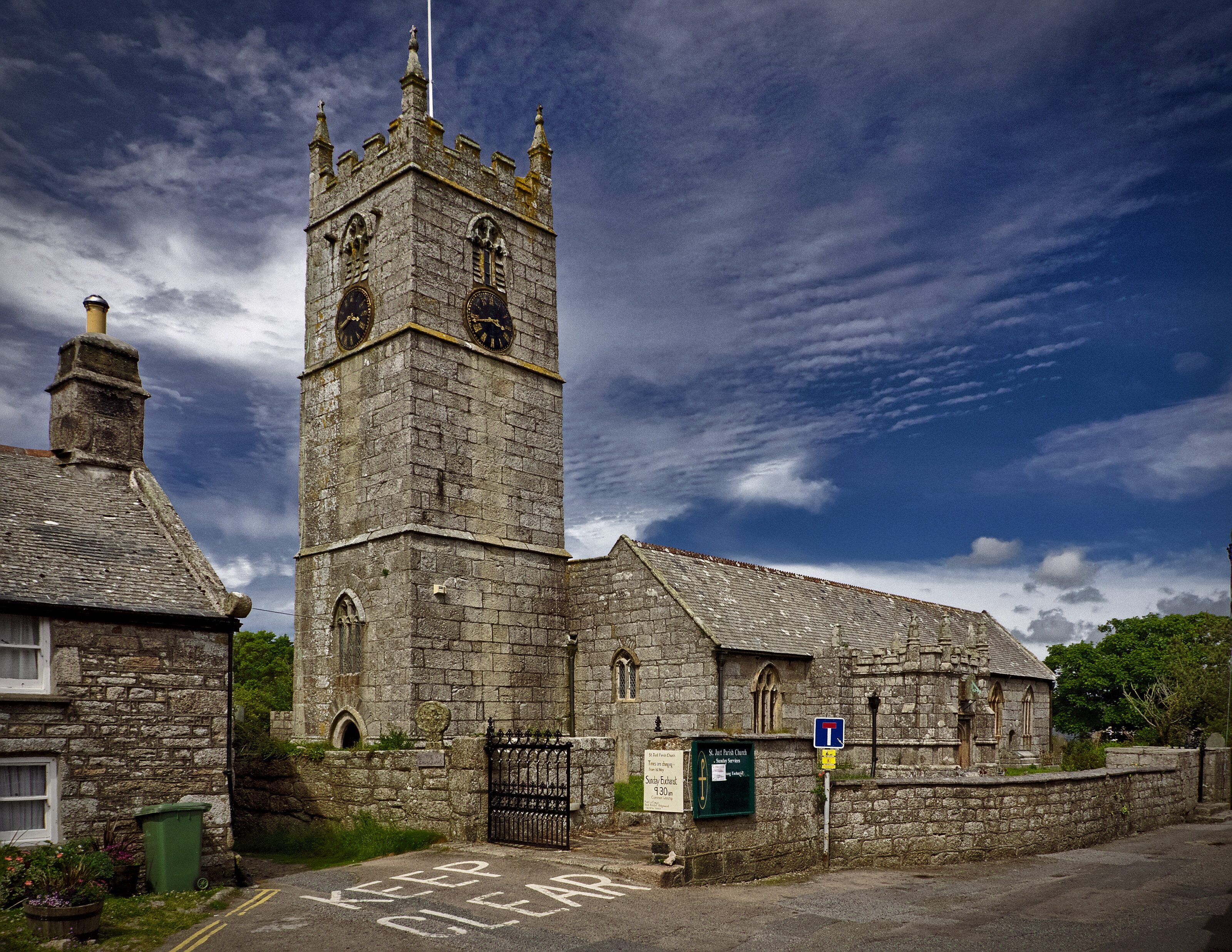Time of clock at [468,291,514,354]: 3:43
